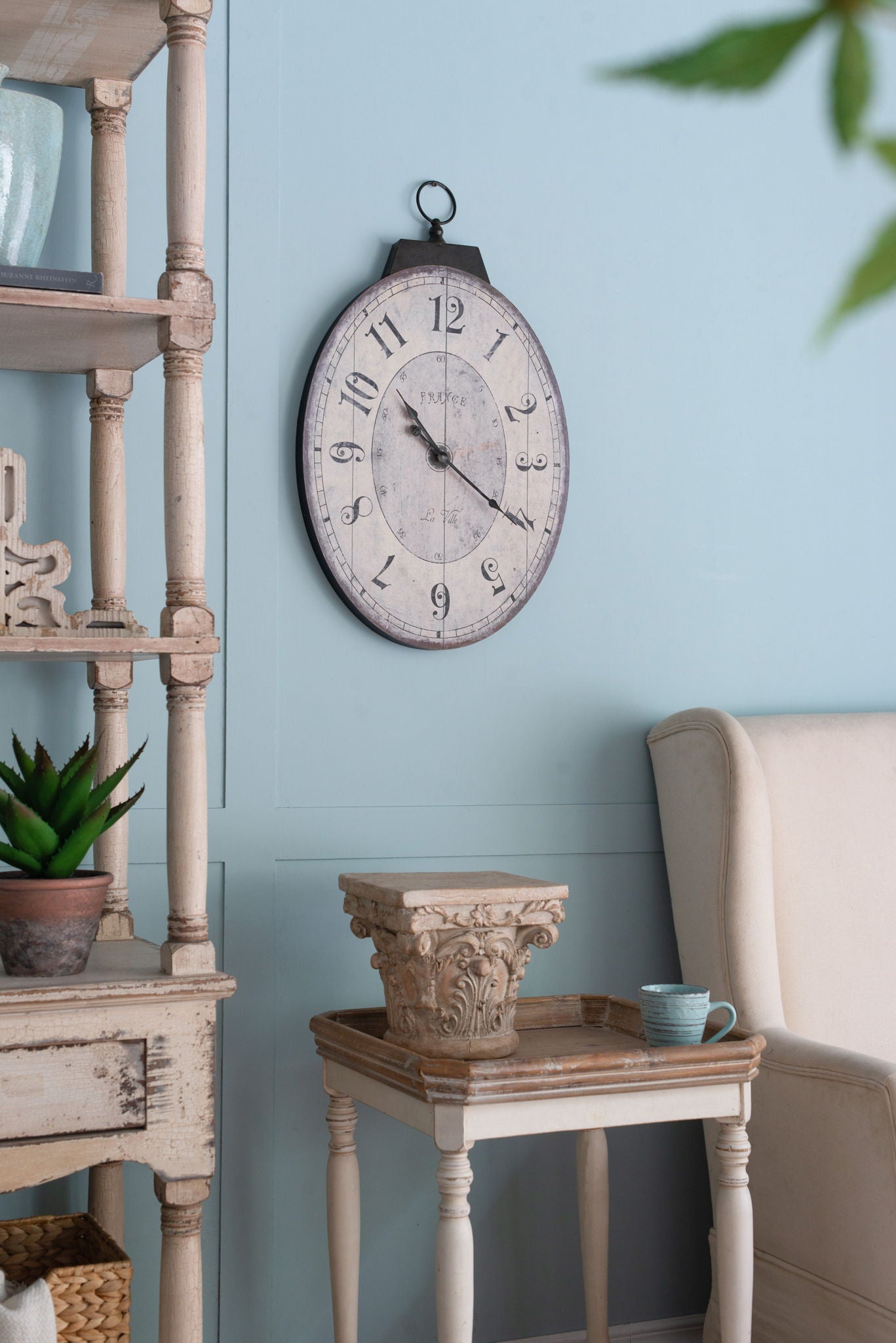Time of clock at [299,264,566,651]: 10:20
